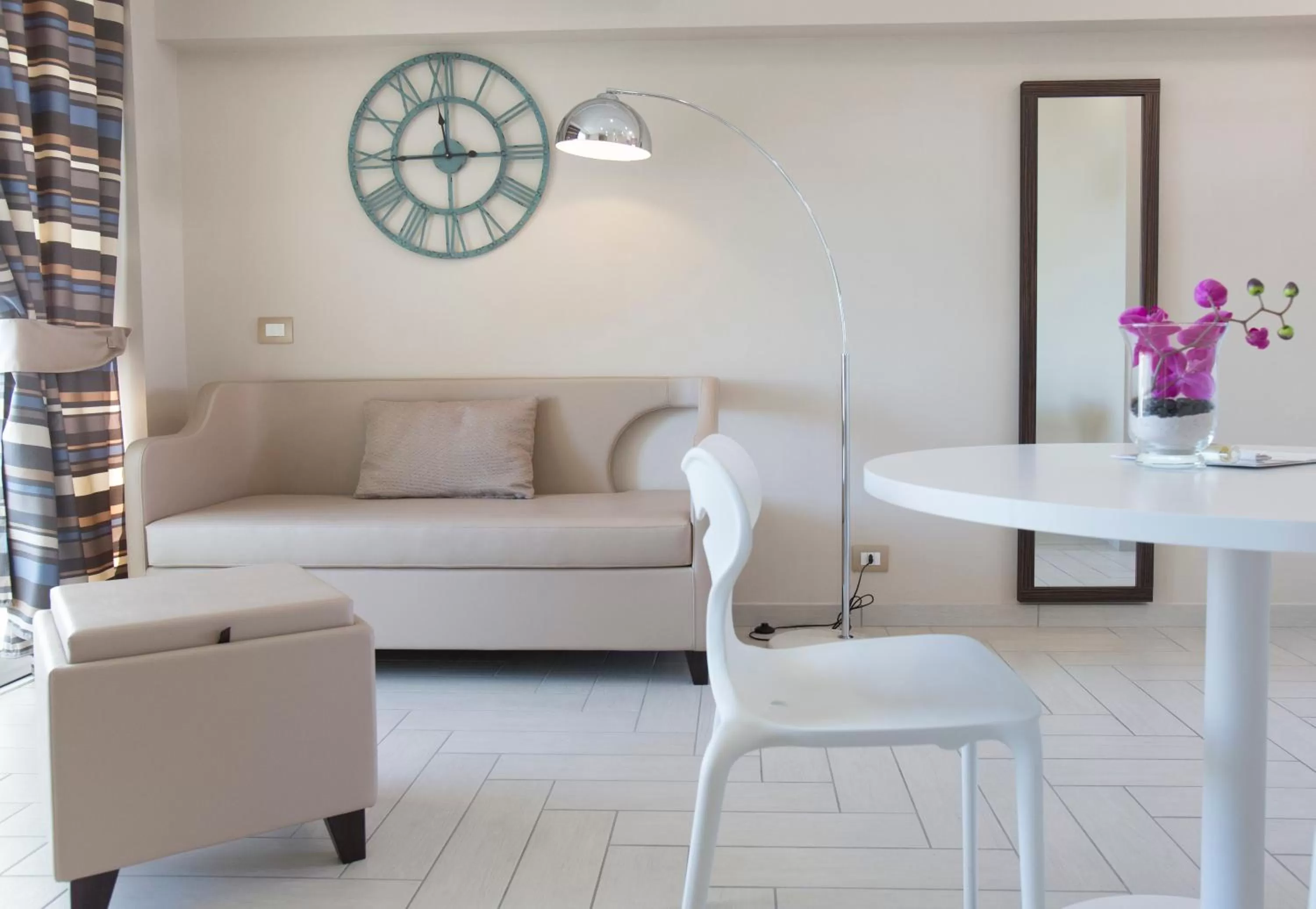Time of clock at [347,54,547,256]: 11:44
